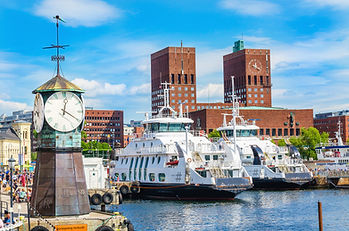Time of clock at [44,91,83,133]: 12:19
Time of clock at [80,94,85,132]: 12:19
